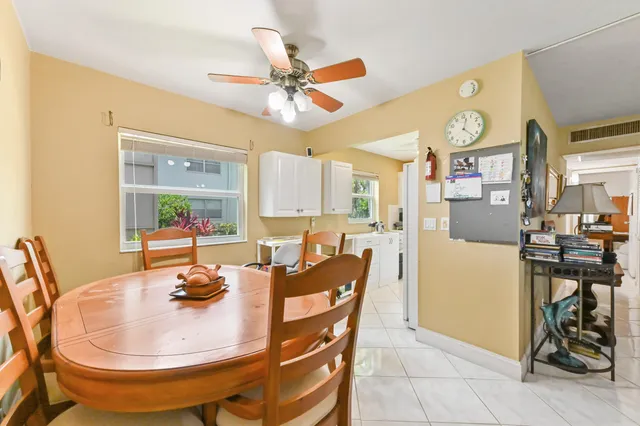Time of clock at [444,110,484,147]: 12:22
